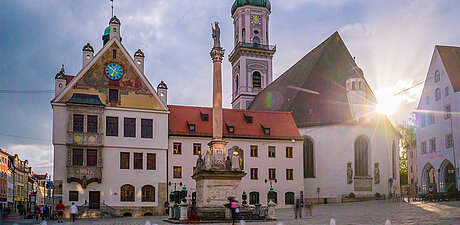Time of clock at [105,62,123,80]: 6:50
